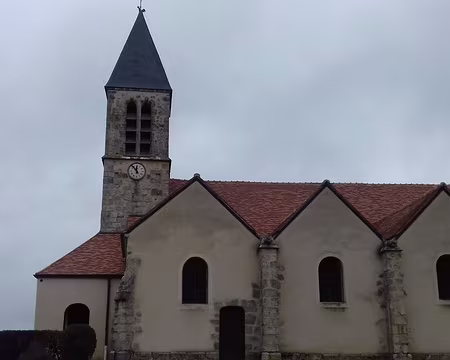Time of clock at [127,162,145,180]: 11:53
